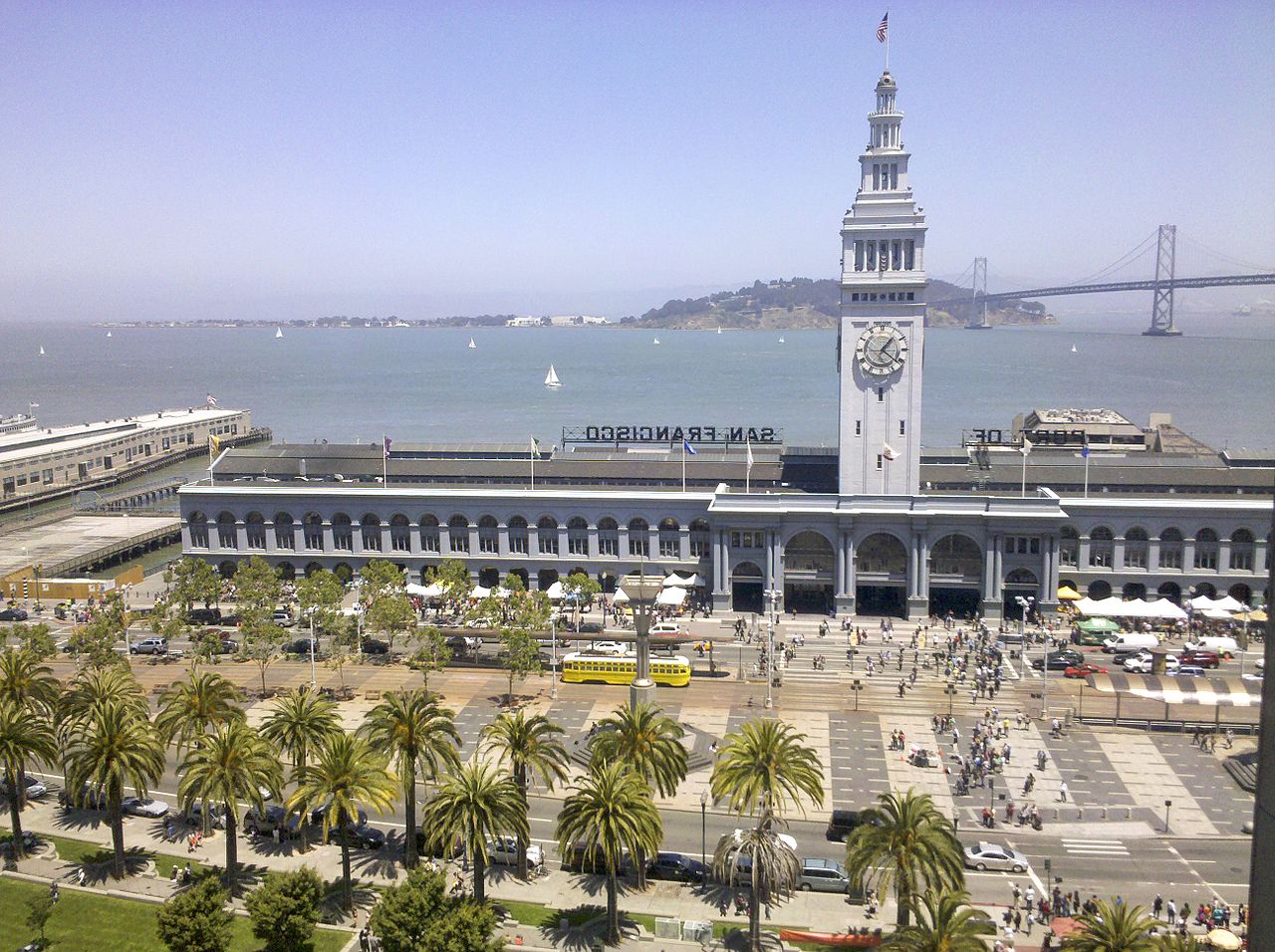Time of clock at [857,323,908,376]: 1:21
